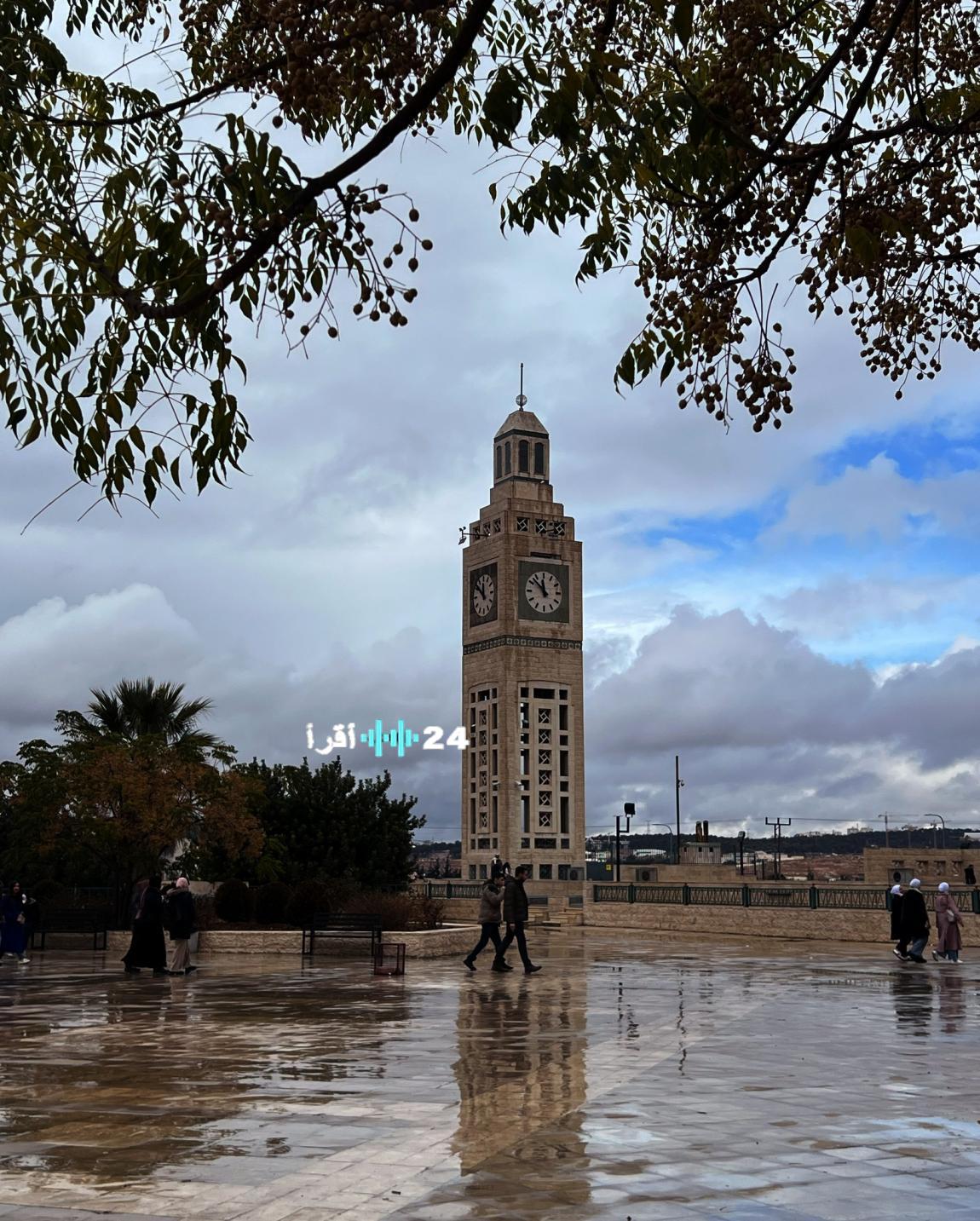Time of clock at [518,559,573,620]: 11:52
